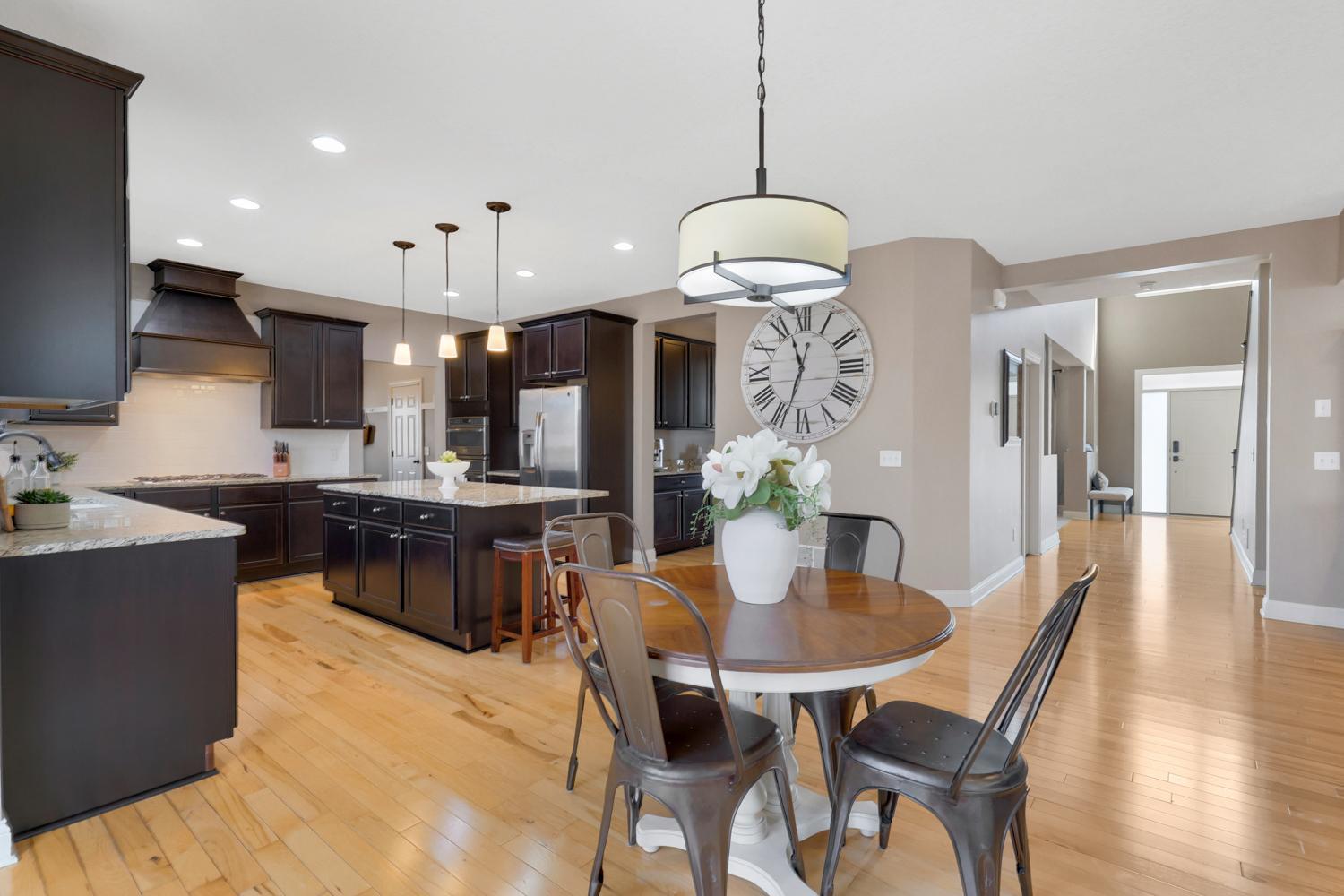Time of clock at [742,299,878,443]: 11:33
